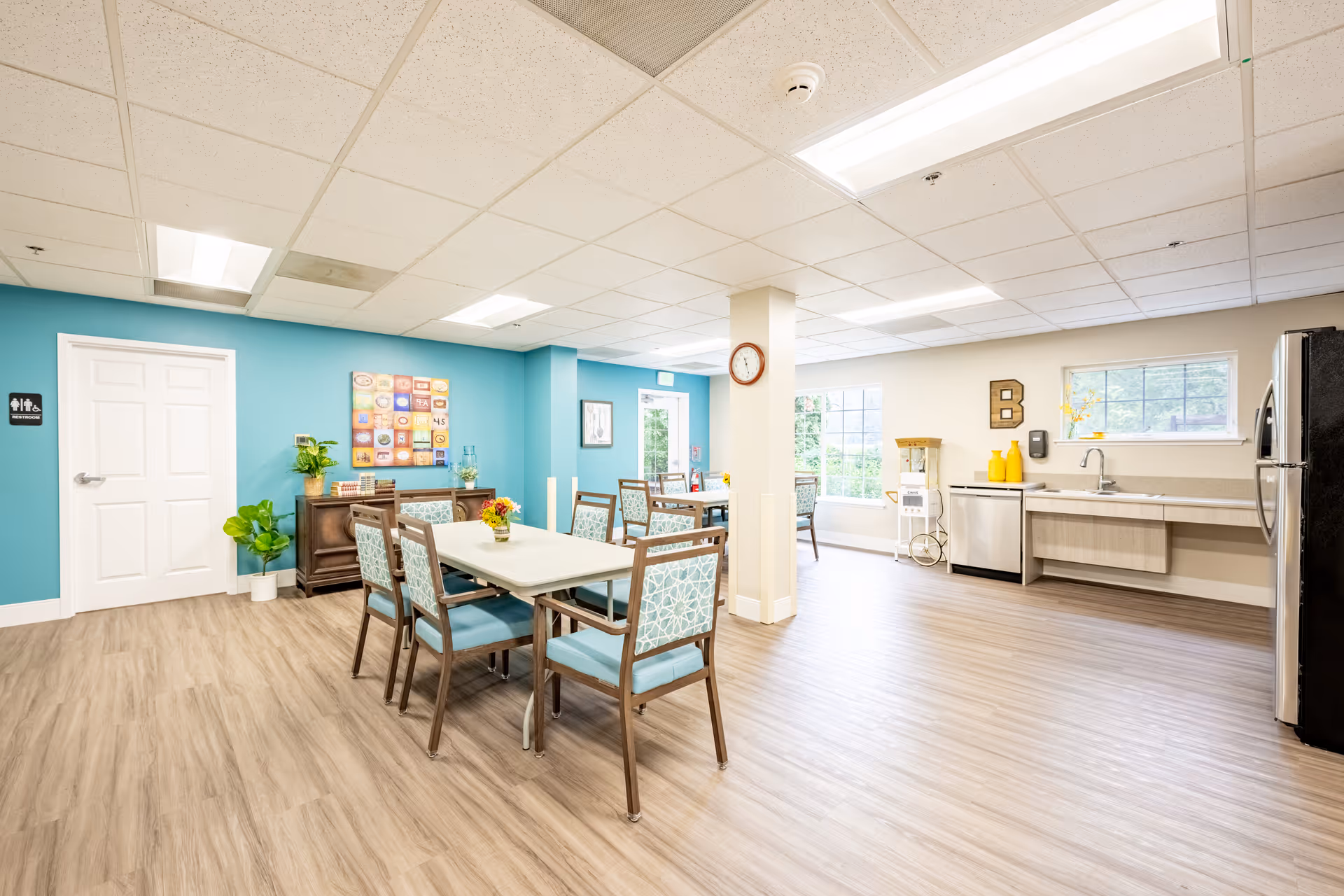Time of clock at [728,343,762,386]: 11:28
